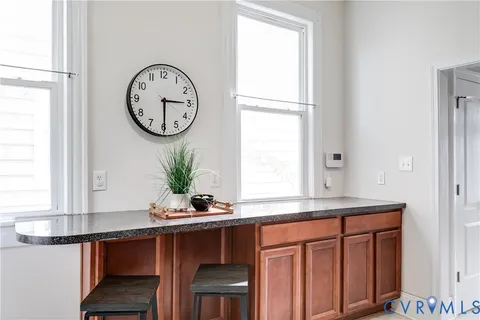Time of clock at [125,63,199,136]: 3:29
